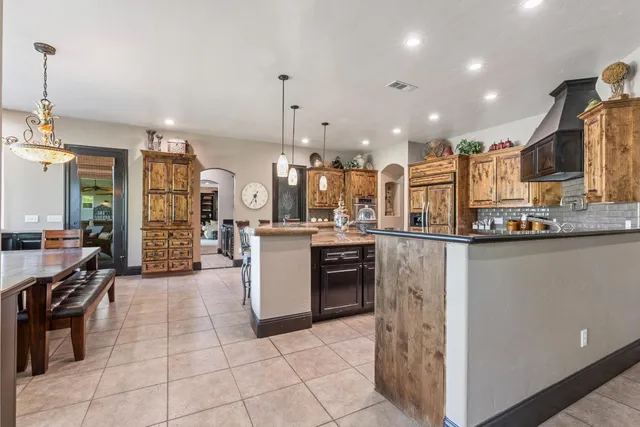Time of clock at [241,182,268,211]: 5:34
